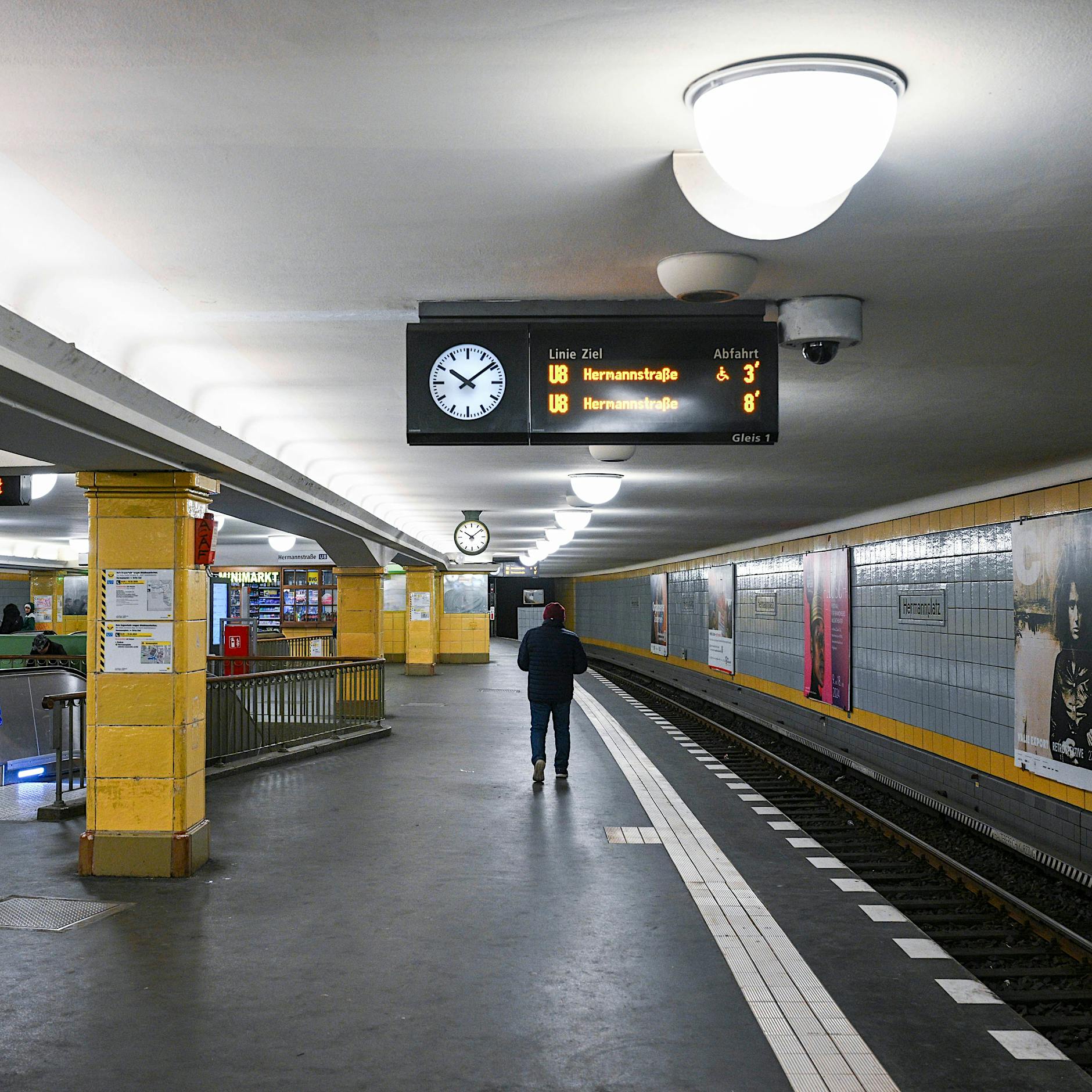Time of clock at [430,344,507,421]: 10:08
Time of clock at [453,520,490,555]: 10:08
